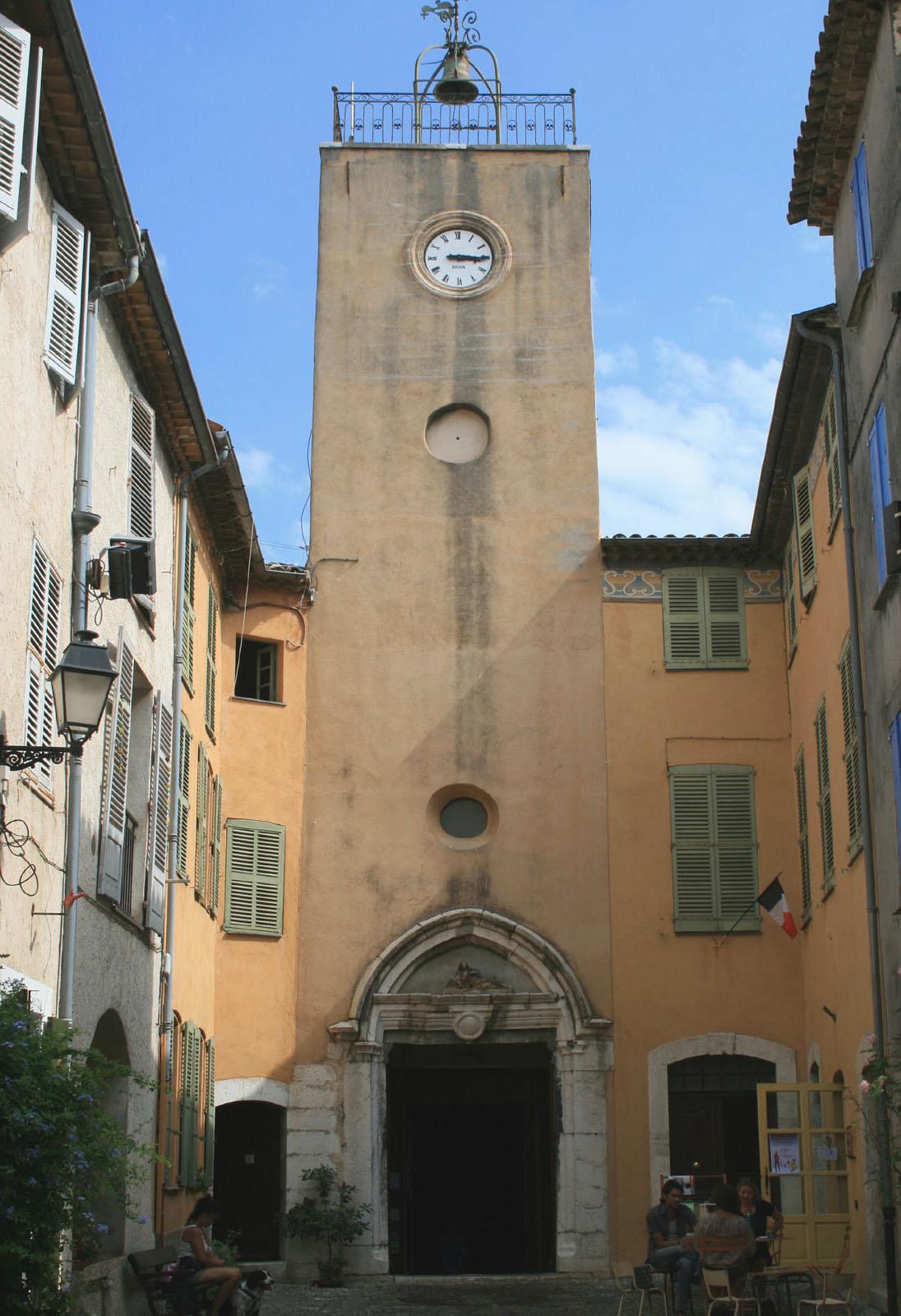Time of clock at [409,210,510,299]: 3:15
